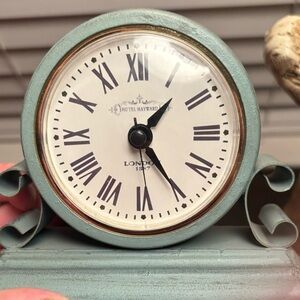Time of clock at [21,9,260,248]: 1:24
